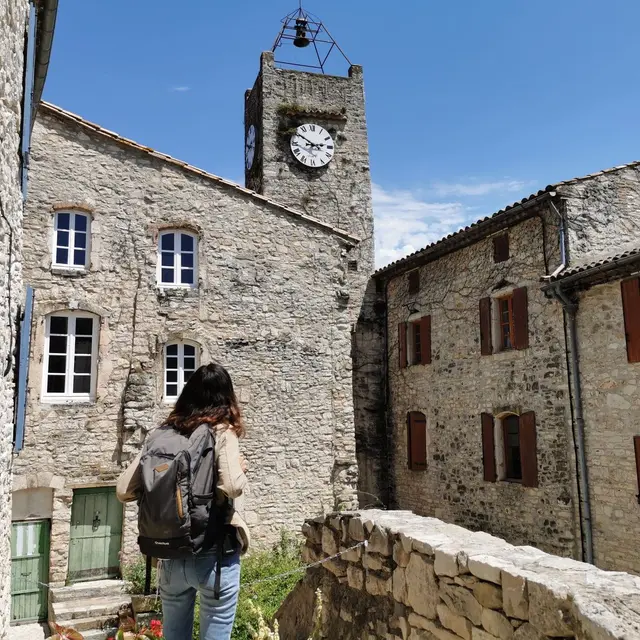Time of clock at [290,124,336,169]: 2:50
